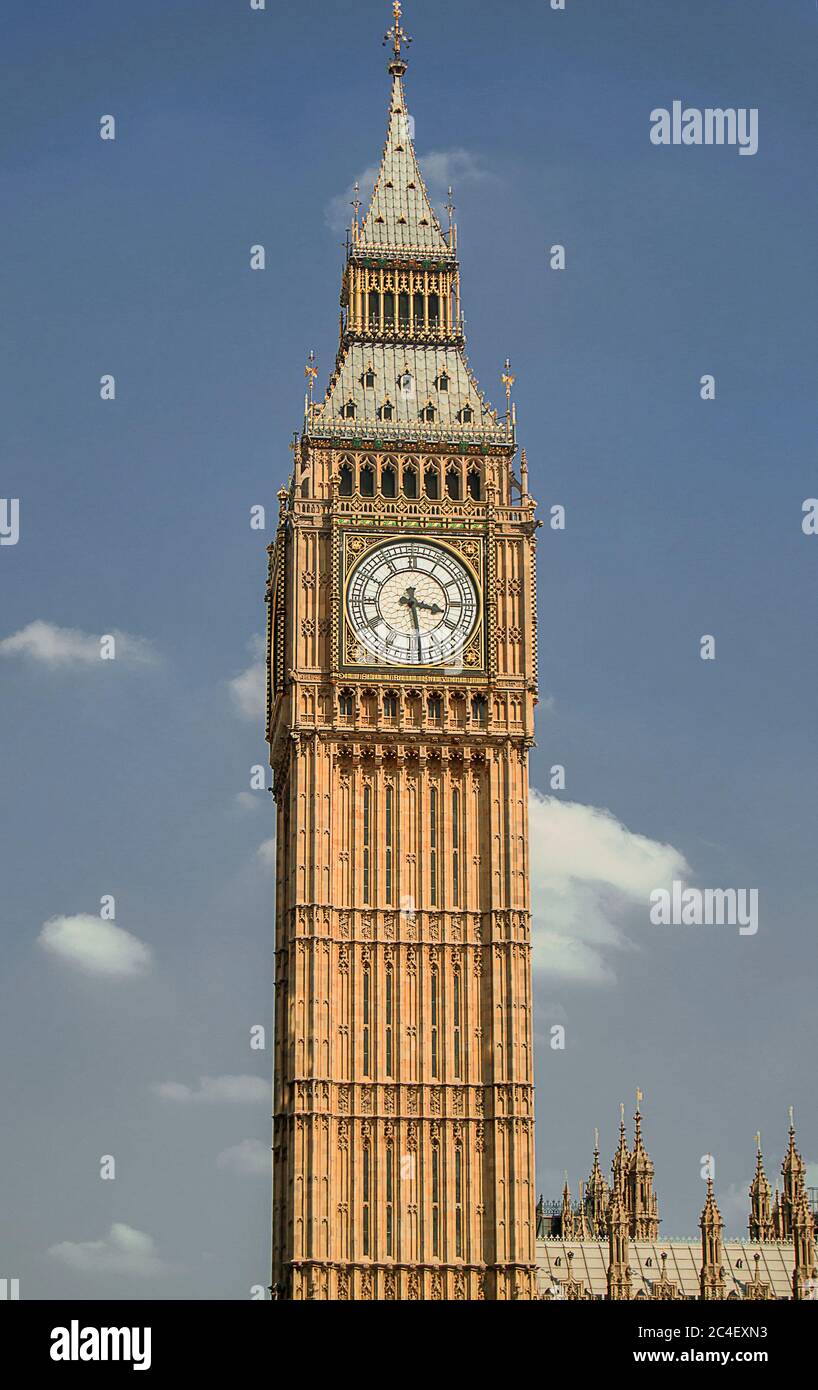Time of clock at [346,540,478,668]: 3:28
